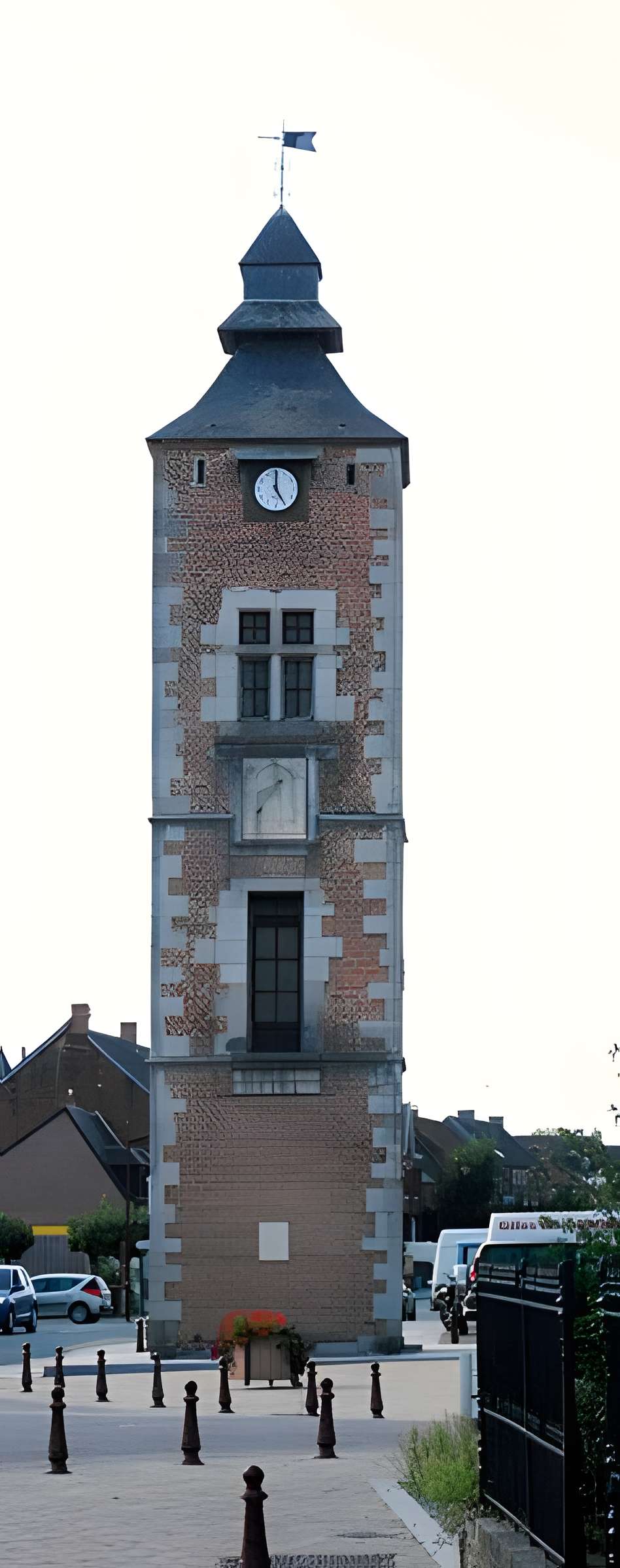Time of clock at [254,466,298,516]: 5:00
